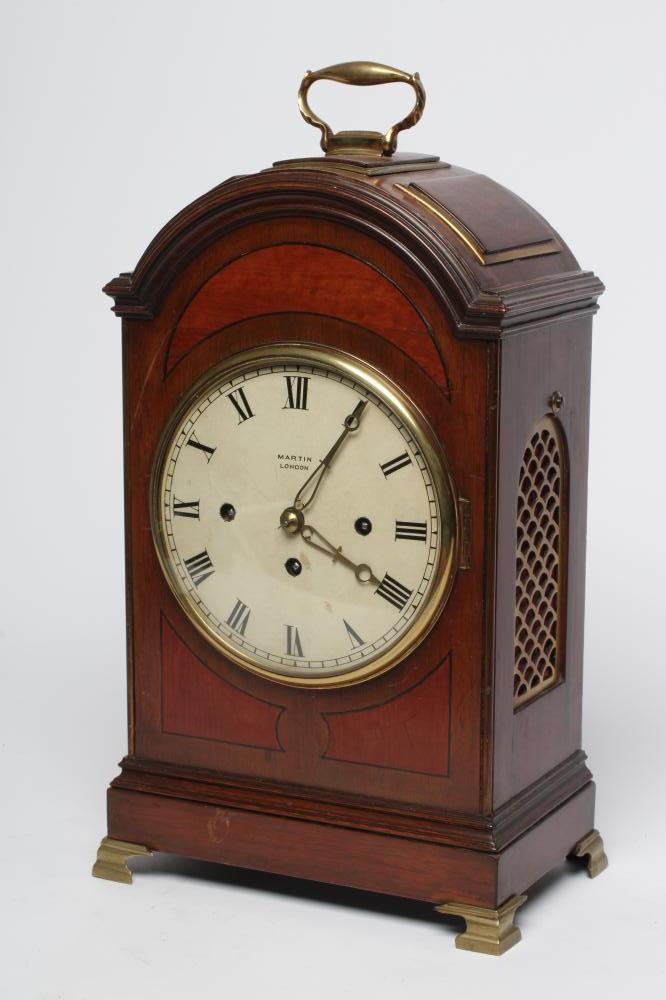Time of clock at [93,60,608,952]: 4:05
